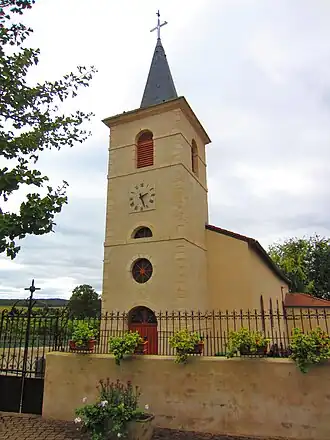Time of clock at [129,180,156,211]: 2:26
